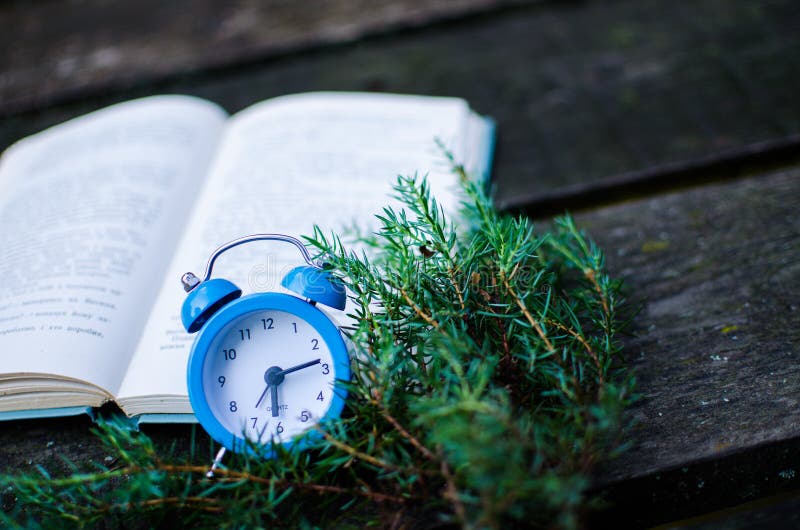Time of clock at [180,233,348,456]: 6:13
